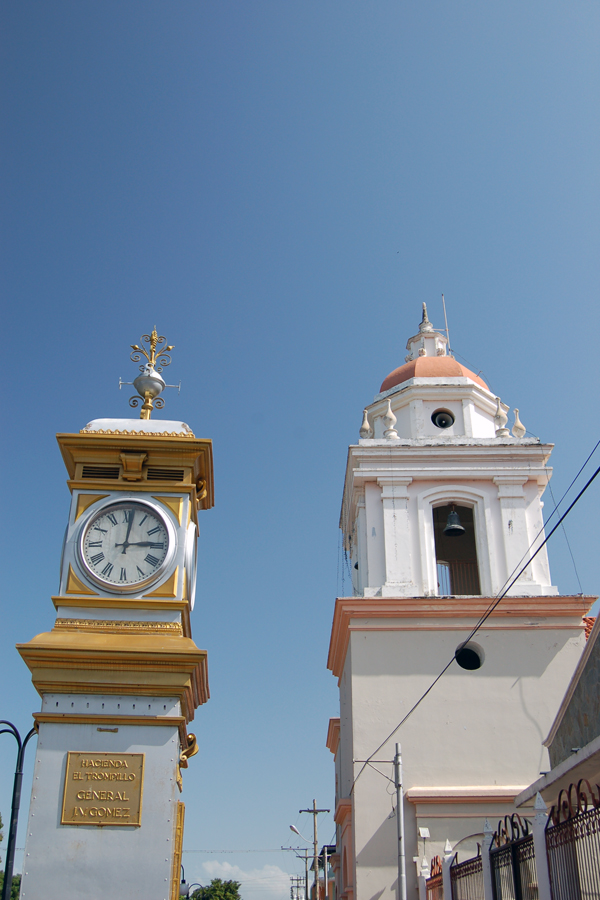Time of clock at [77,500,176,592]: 3:01
